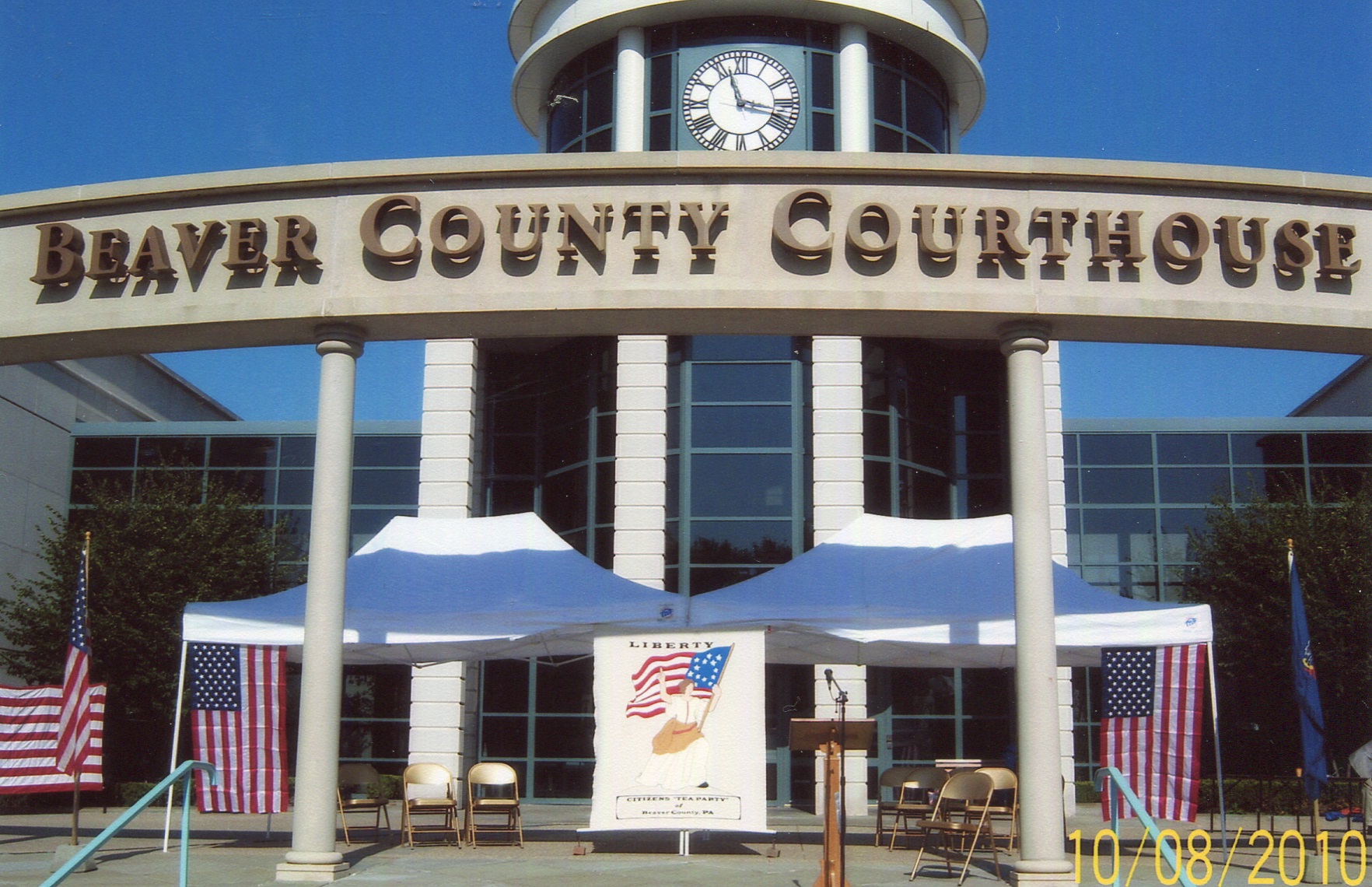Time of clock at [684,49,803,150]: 11:17
